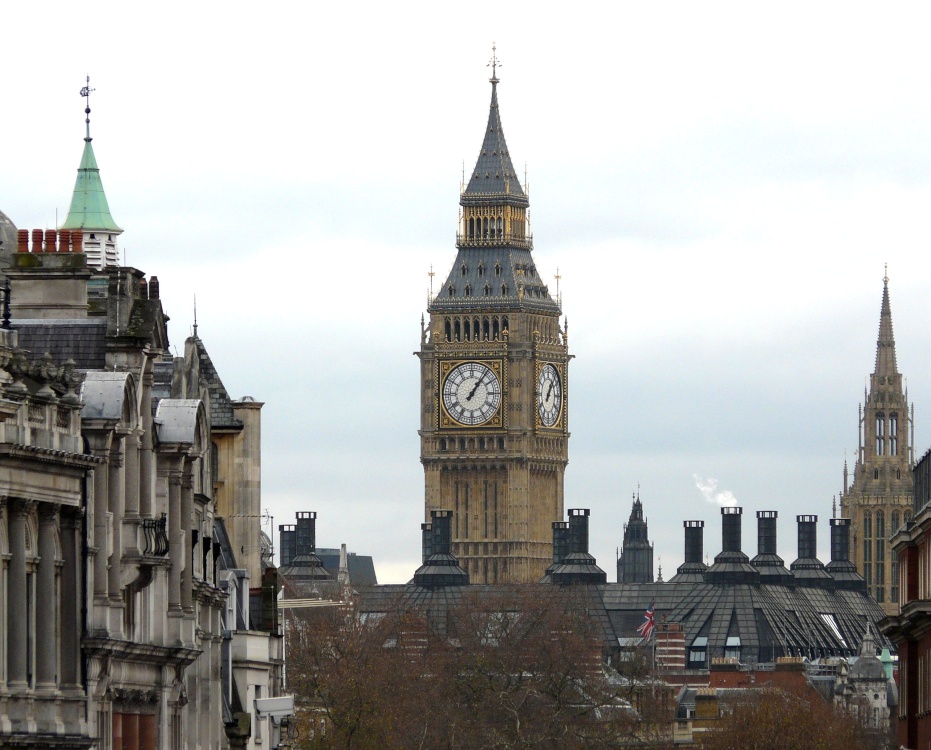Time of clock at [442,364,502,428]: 1:06
